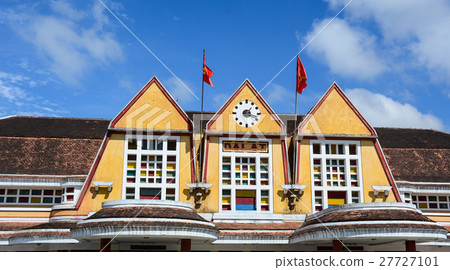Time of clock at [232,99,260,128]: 1:18
